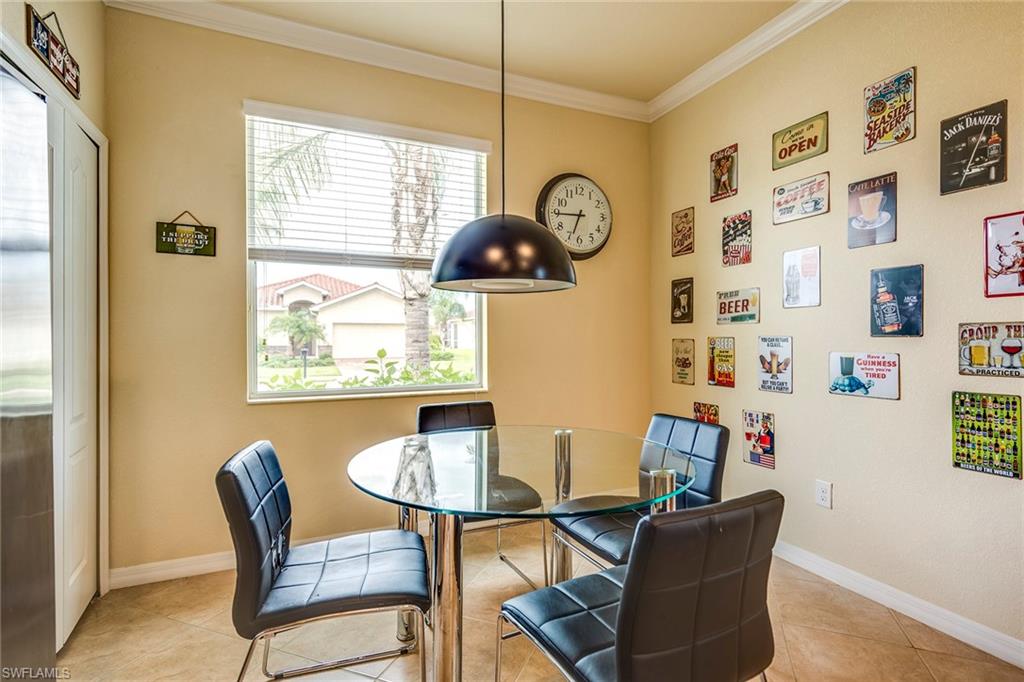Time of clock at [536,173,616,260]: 6:44
